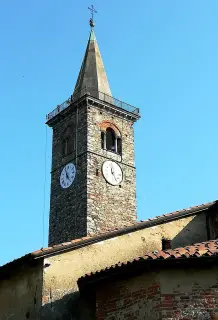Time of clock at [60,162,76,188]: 4:57
